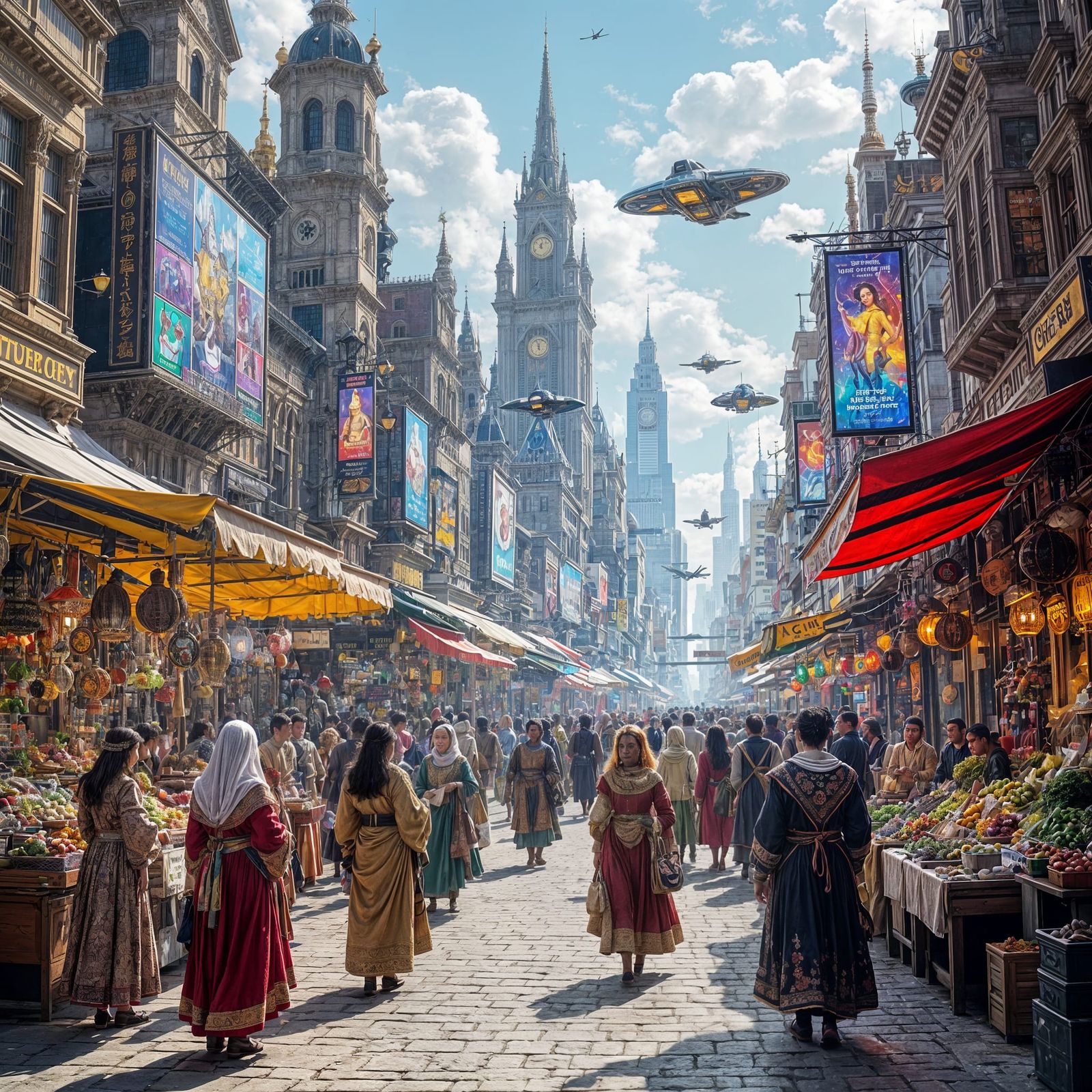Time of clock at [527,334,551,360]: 11:56
